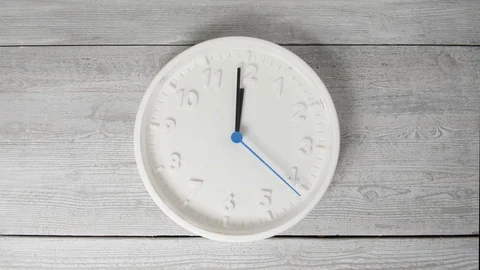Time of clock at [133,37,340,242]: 11:59
